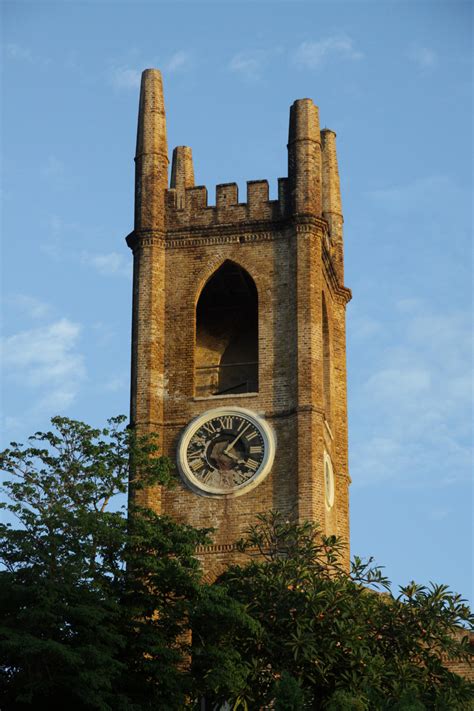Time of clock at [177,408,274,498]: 4:06
